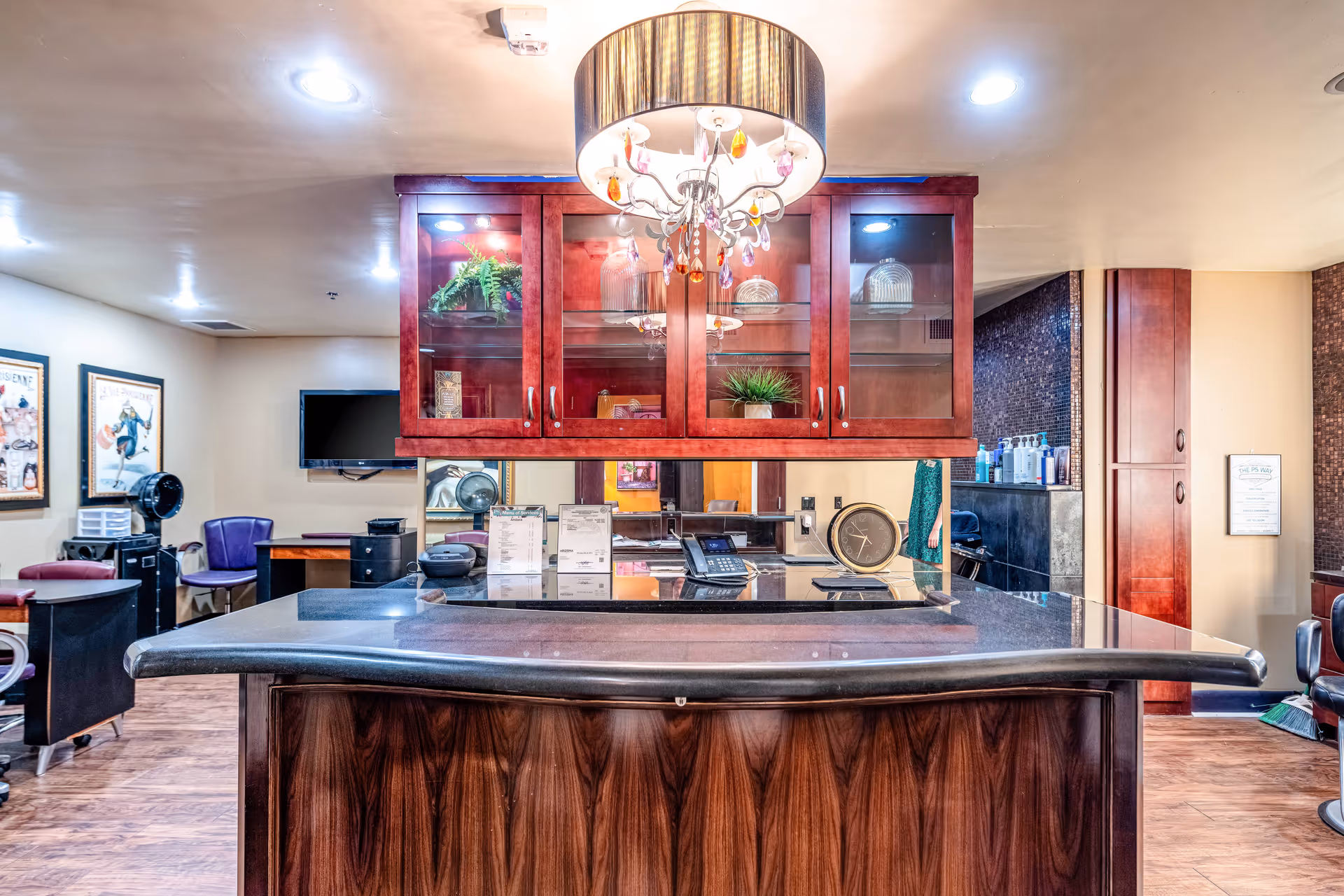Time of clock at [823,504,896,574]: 9:34
